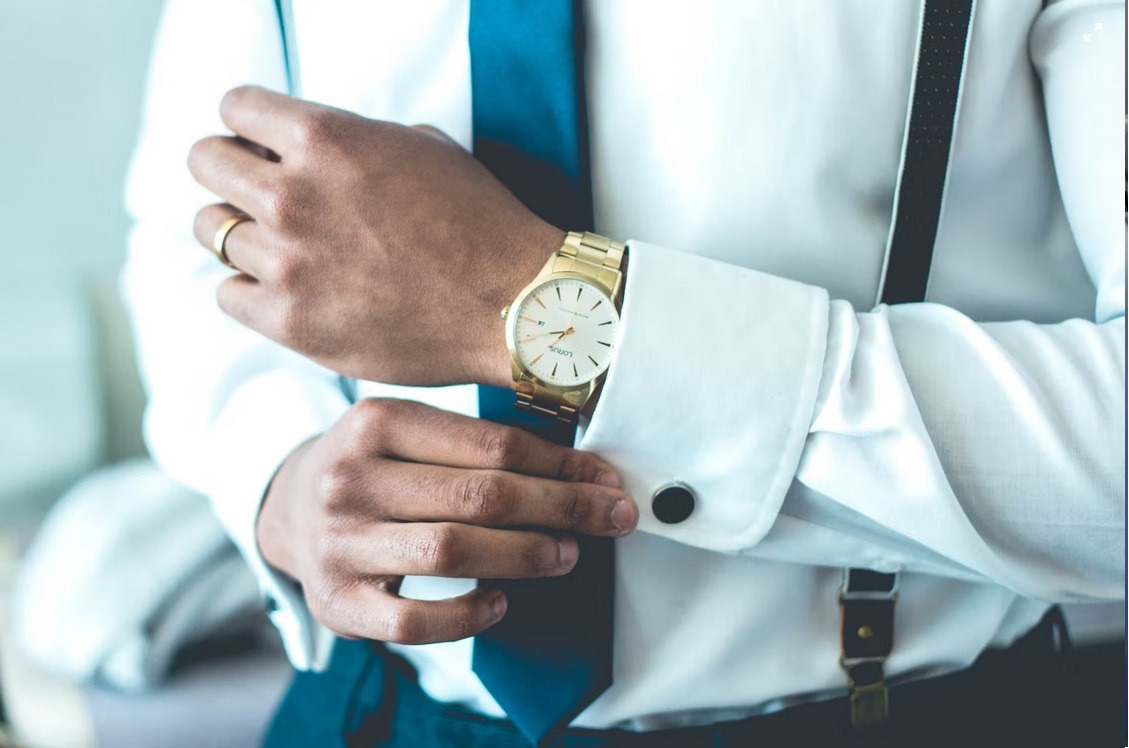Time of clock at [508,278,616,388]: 7:45
